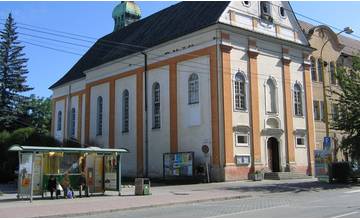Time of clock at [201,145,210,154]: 4:07
